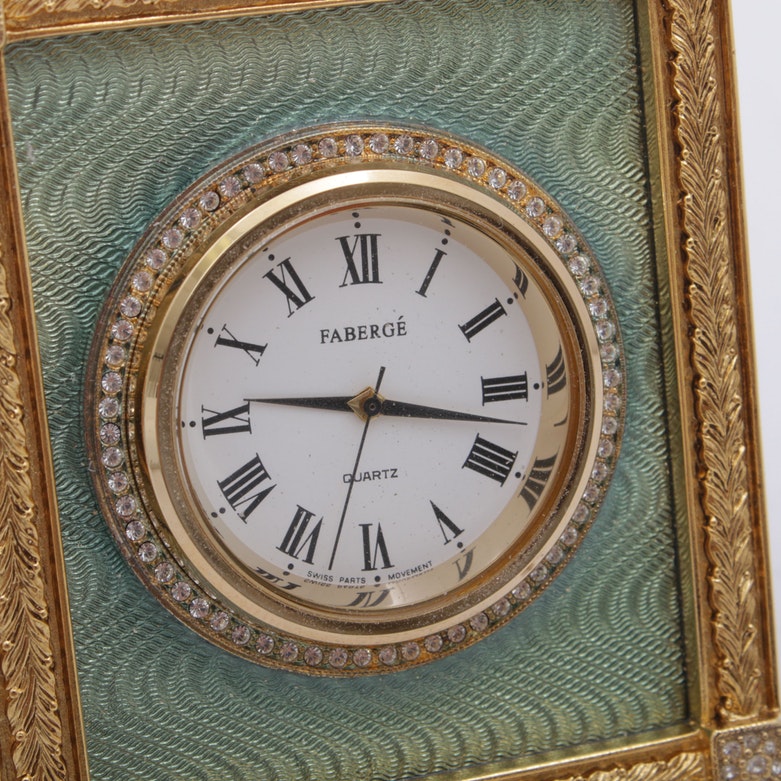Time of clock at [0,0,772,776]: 9:17
